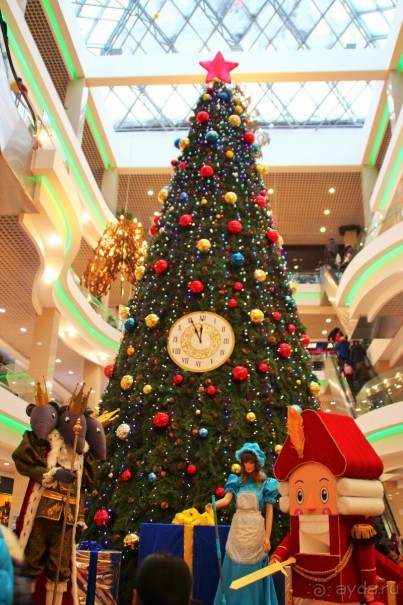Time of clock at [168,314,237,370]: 11:55
